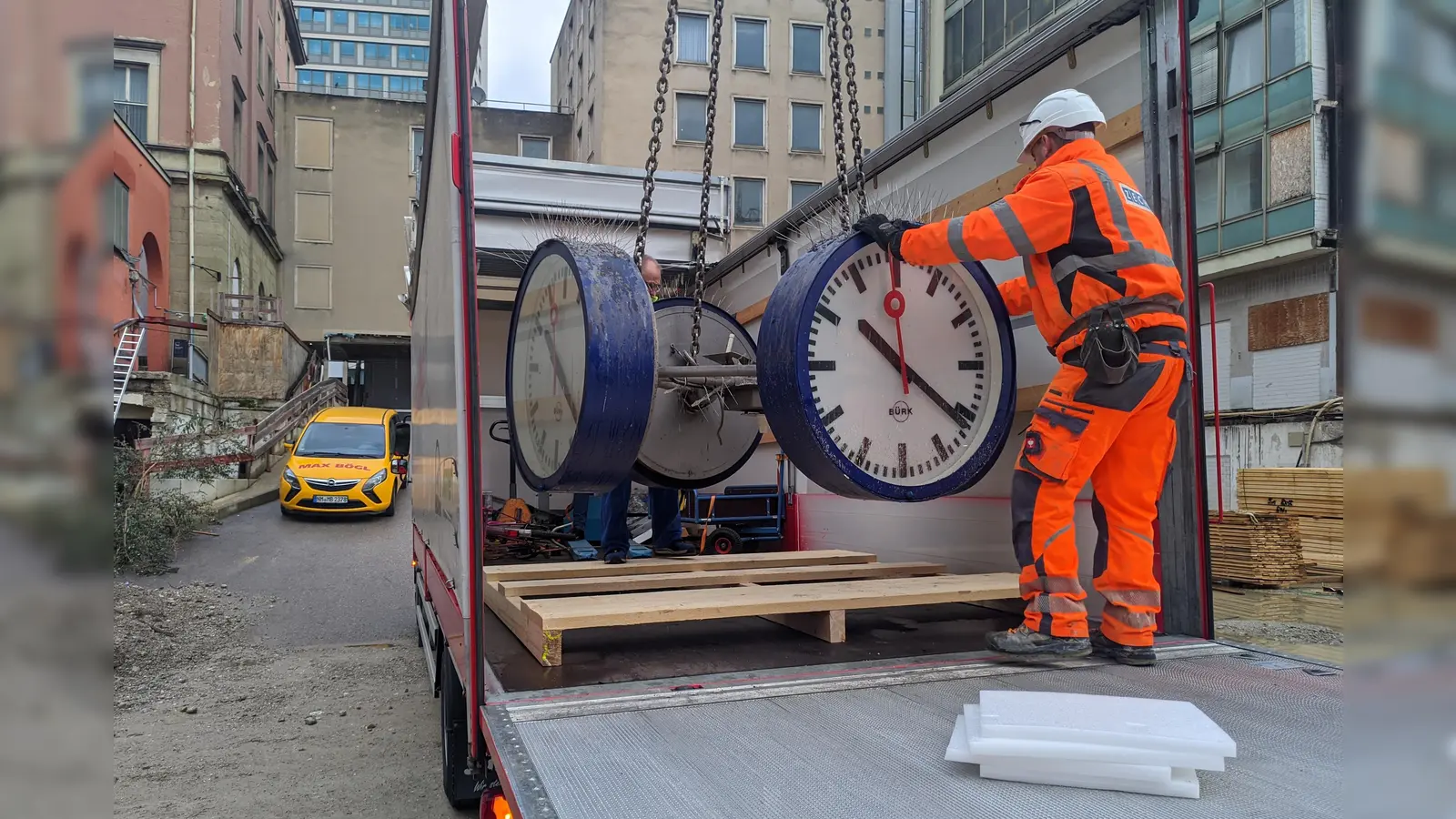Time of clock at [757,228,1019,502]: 10:21
